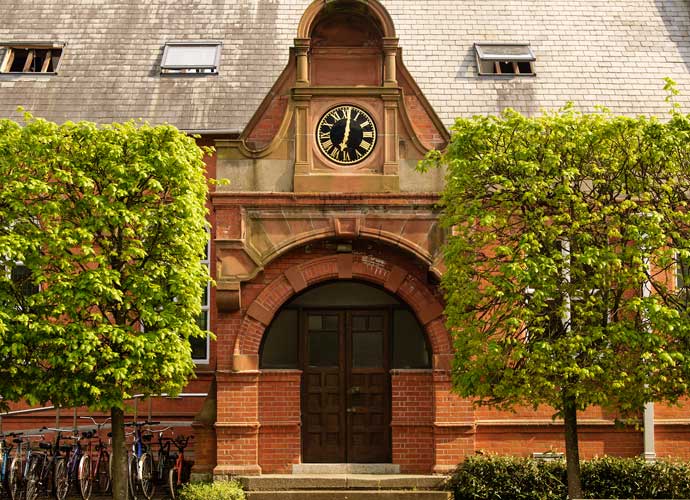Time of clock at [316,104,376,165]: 7:01
